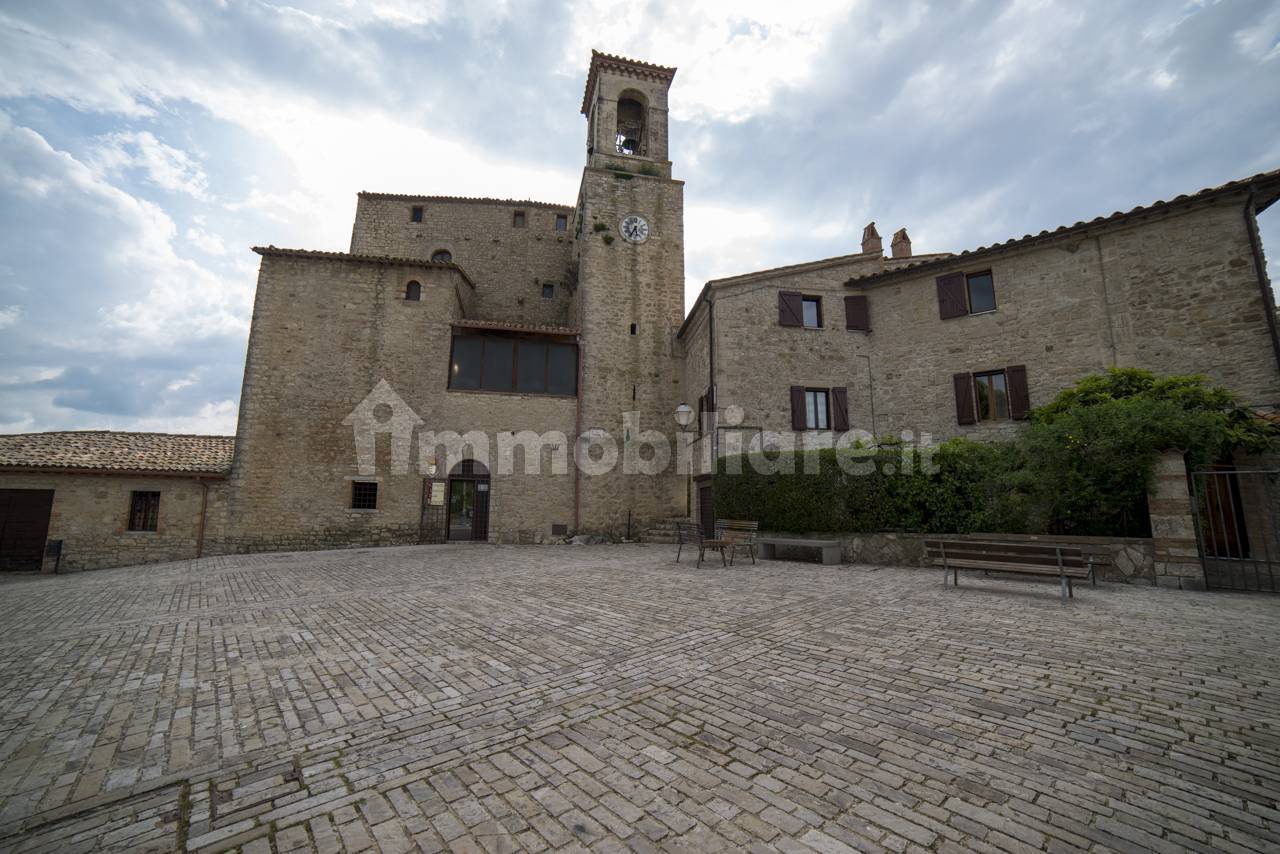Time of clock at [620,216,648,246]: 5:34
